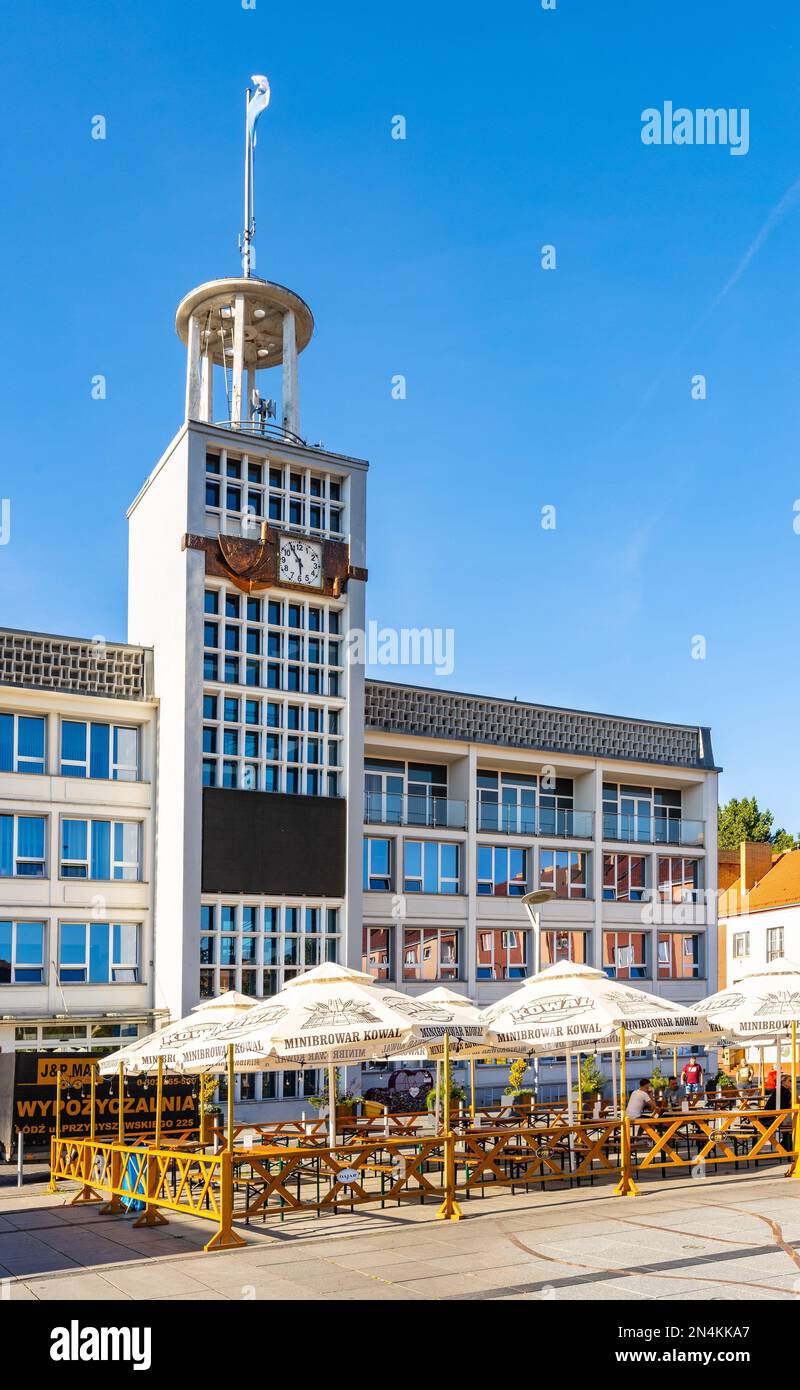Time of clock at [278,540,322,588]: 5:54
